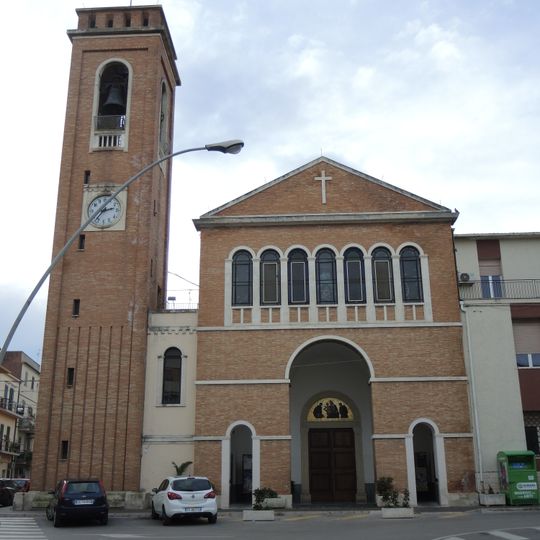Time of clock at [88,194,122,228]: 2:36
